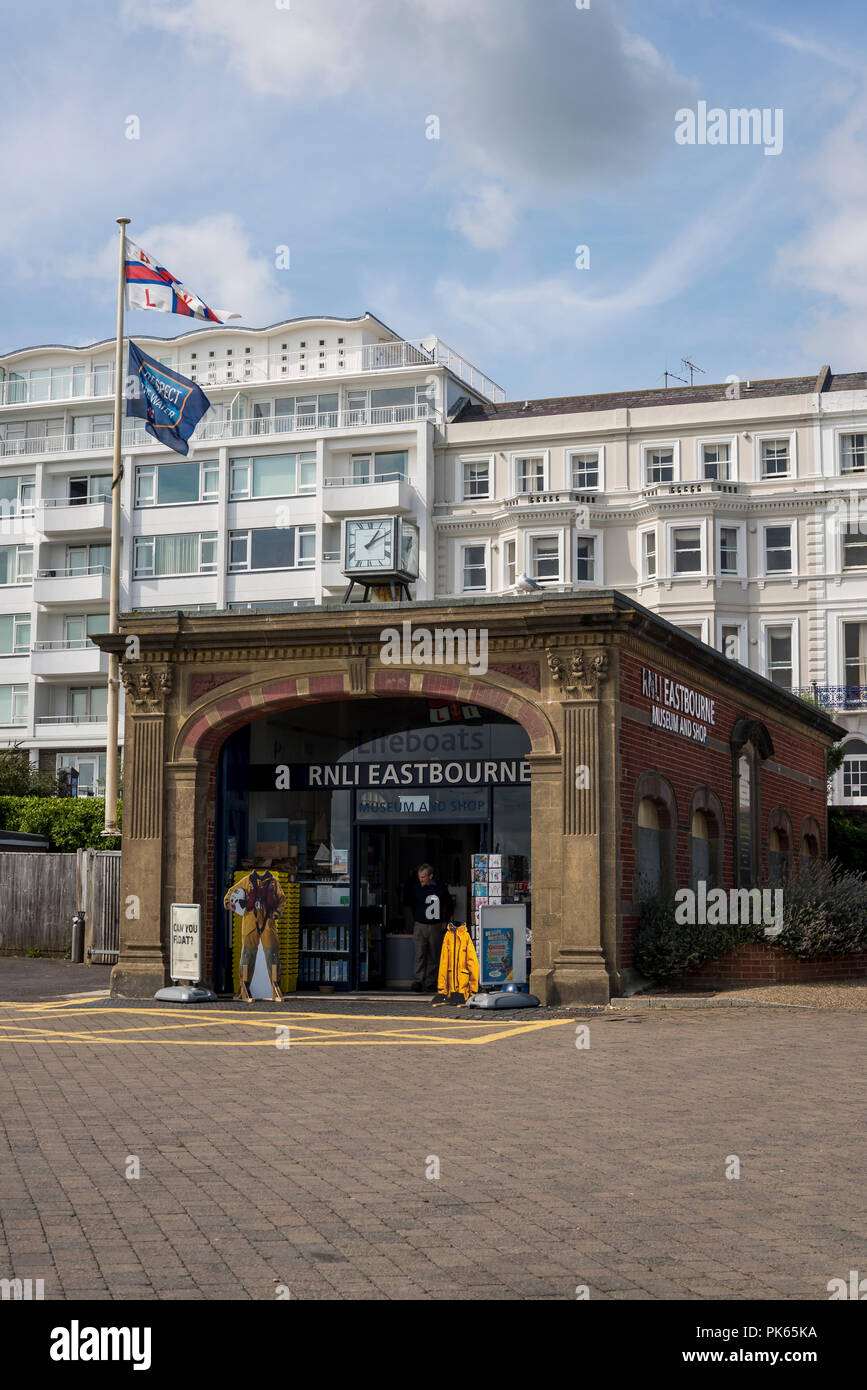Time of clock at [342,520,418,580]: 1:10
